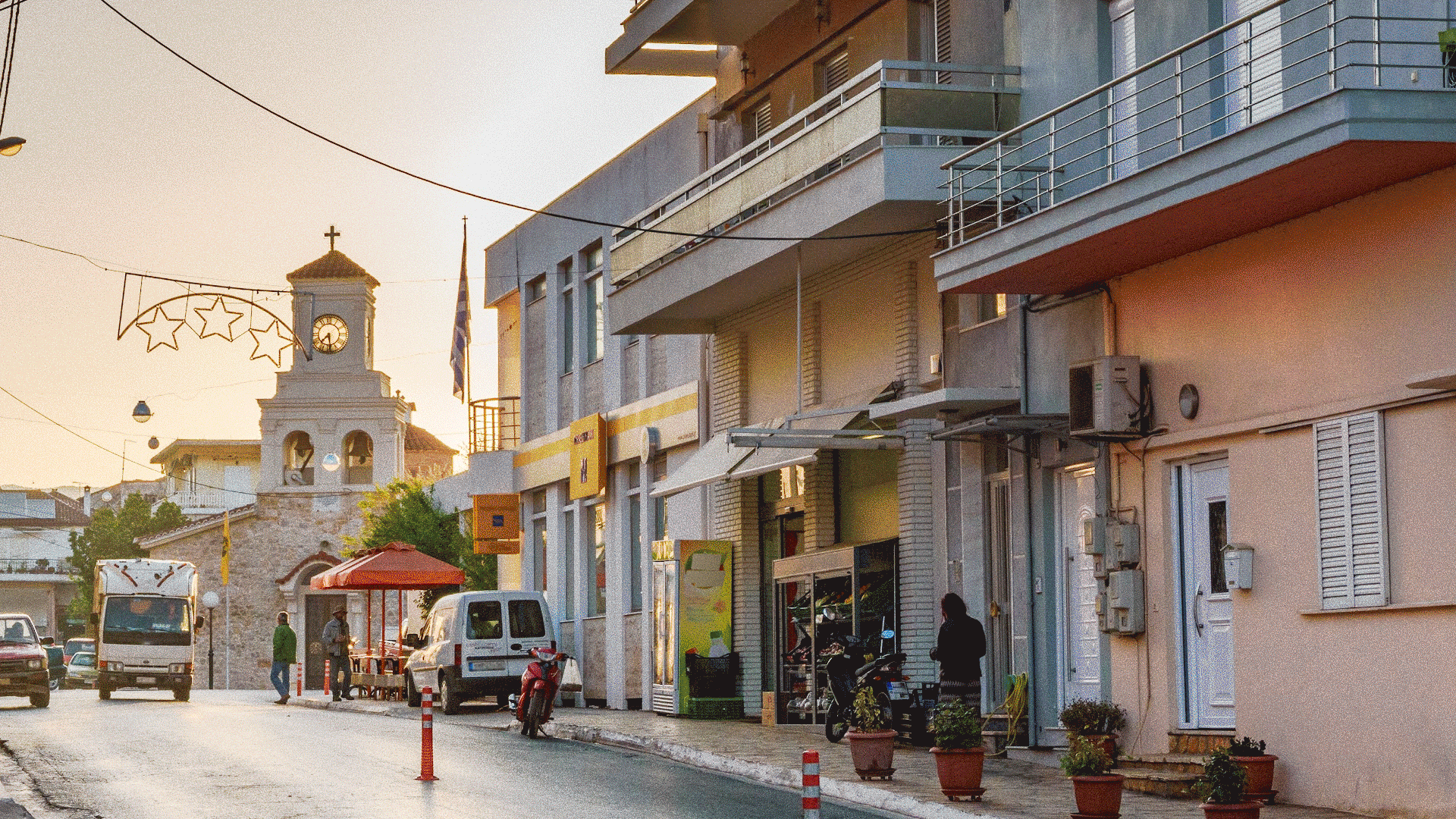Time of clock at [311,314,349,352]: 7:28
